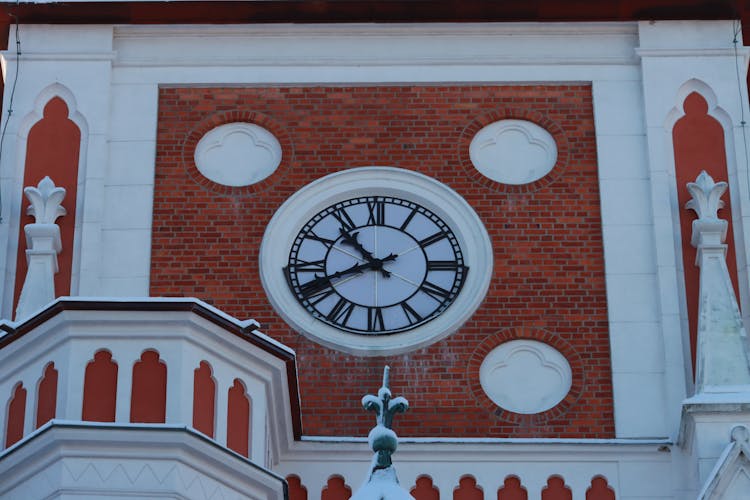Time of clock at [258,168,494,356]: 10:41
